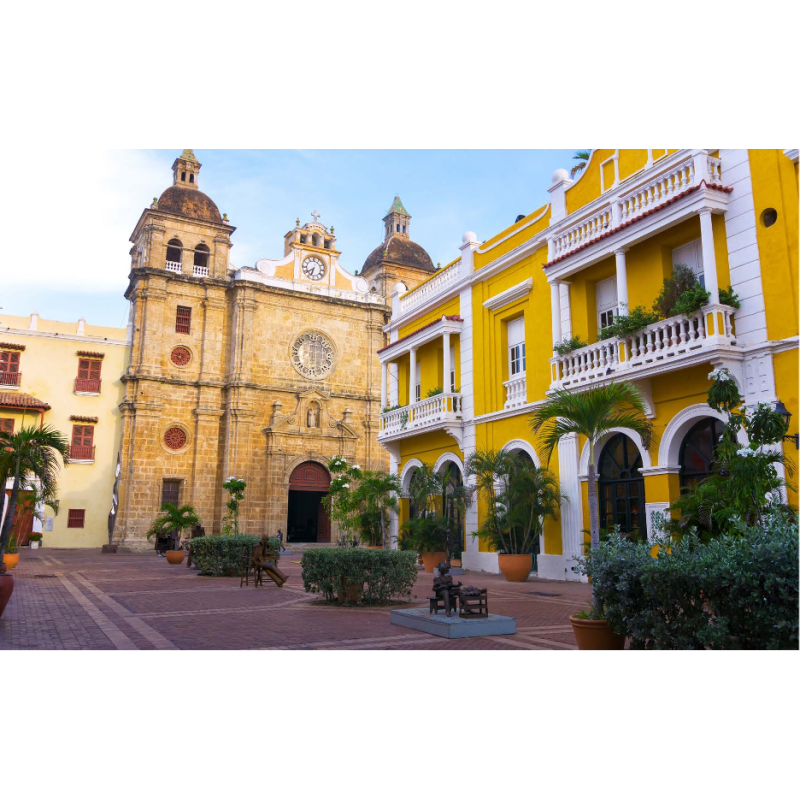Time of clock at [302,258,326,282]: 6:39
